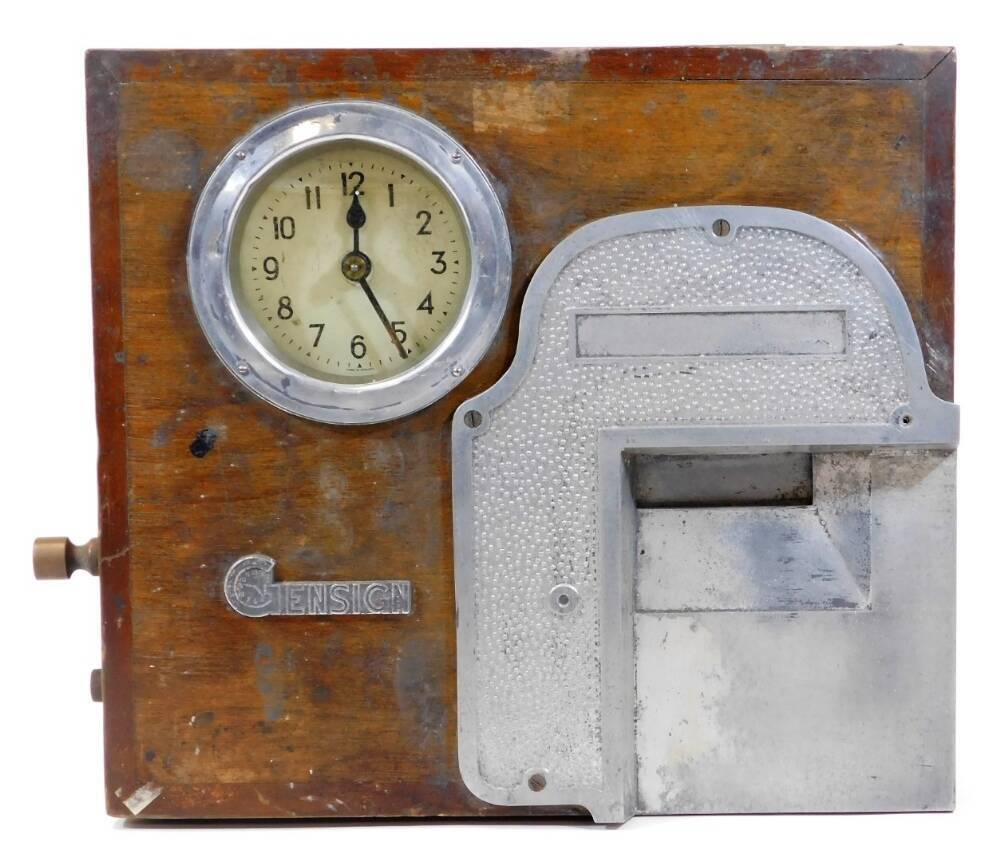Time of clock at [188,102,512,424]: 12:25
